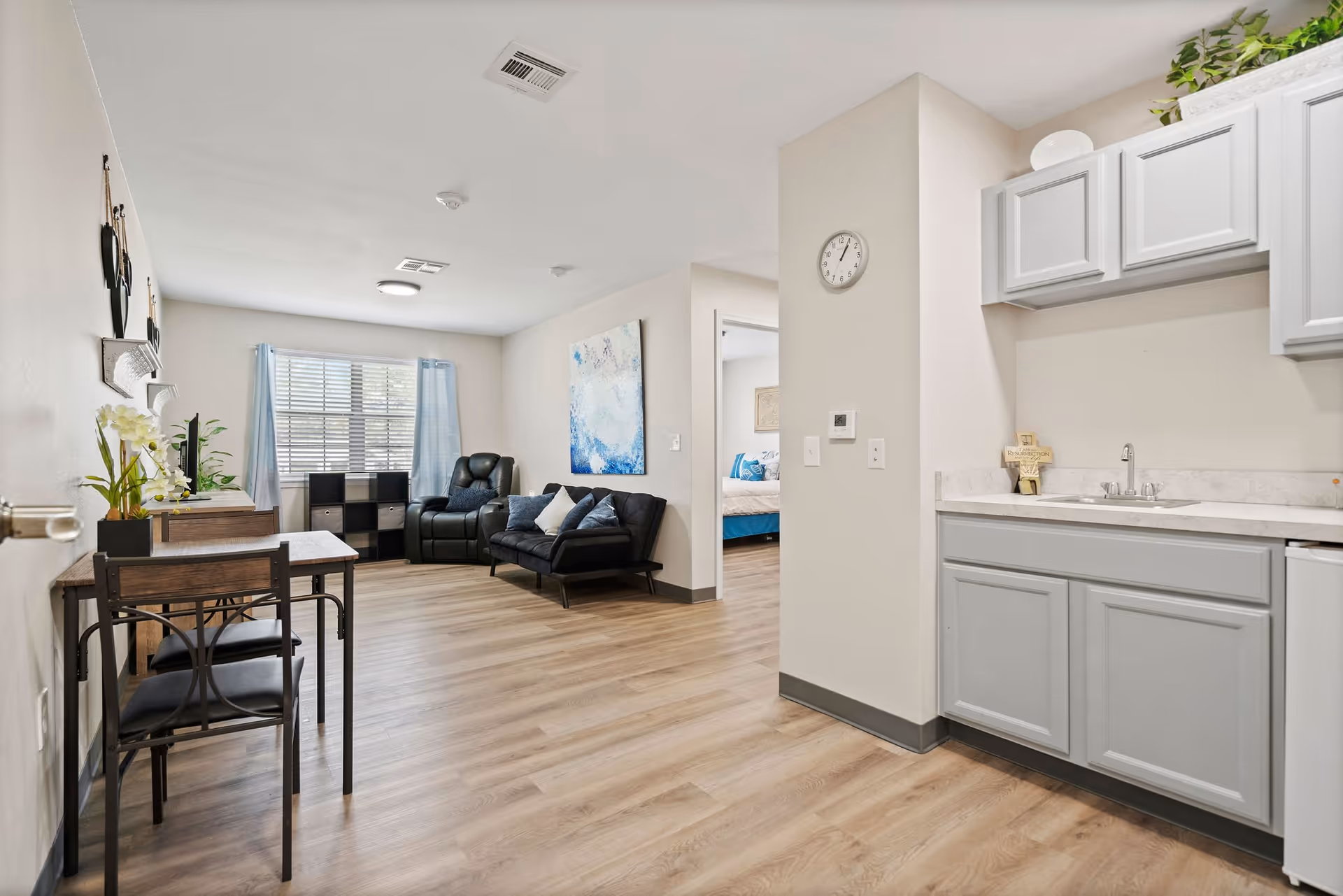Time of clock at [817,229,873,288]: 1:04
